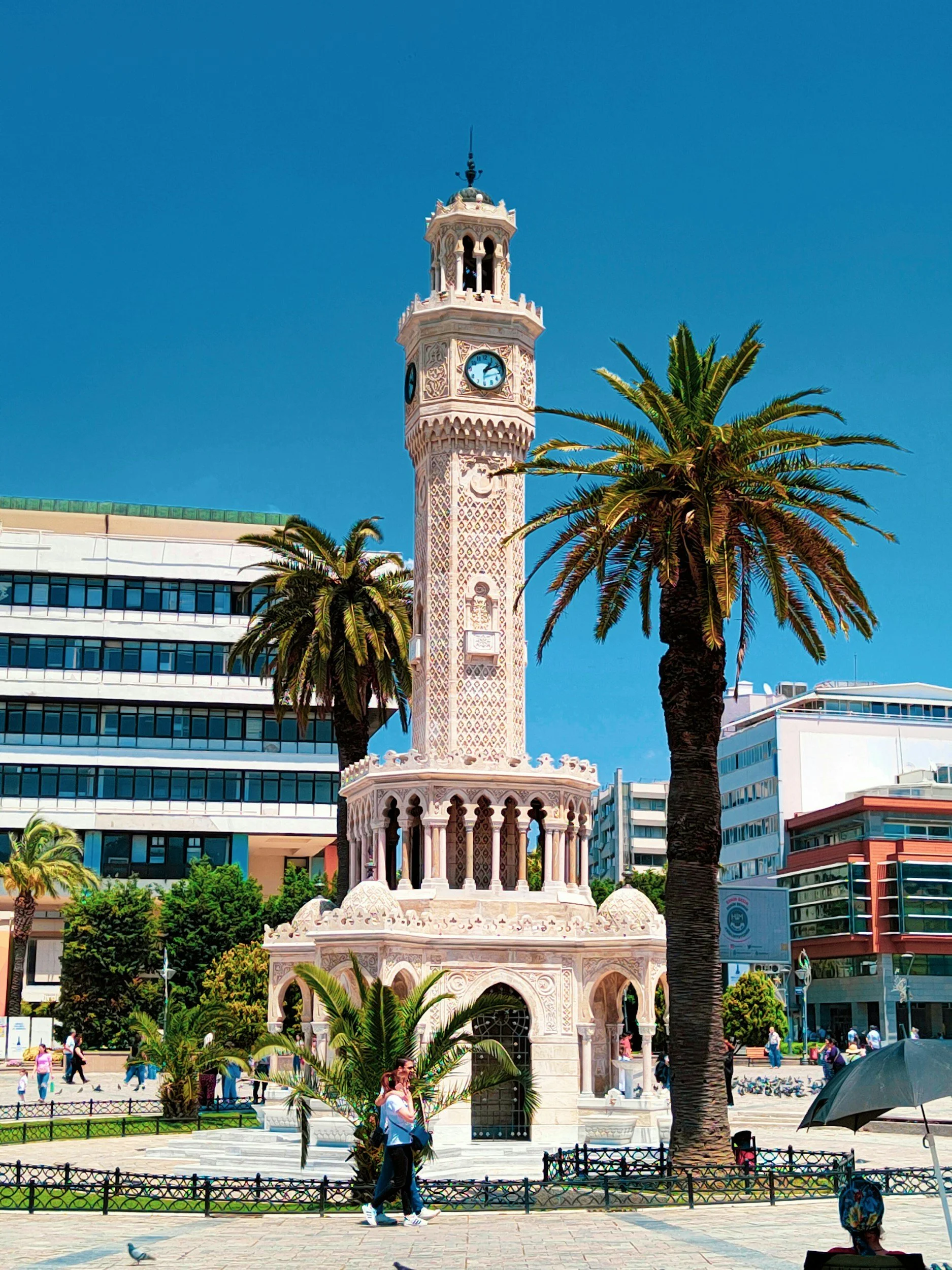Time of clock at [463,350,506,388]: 1:10
